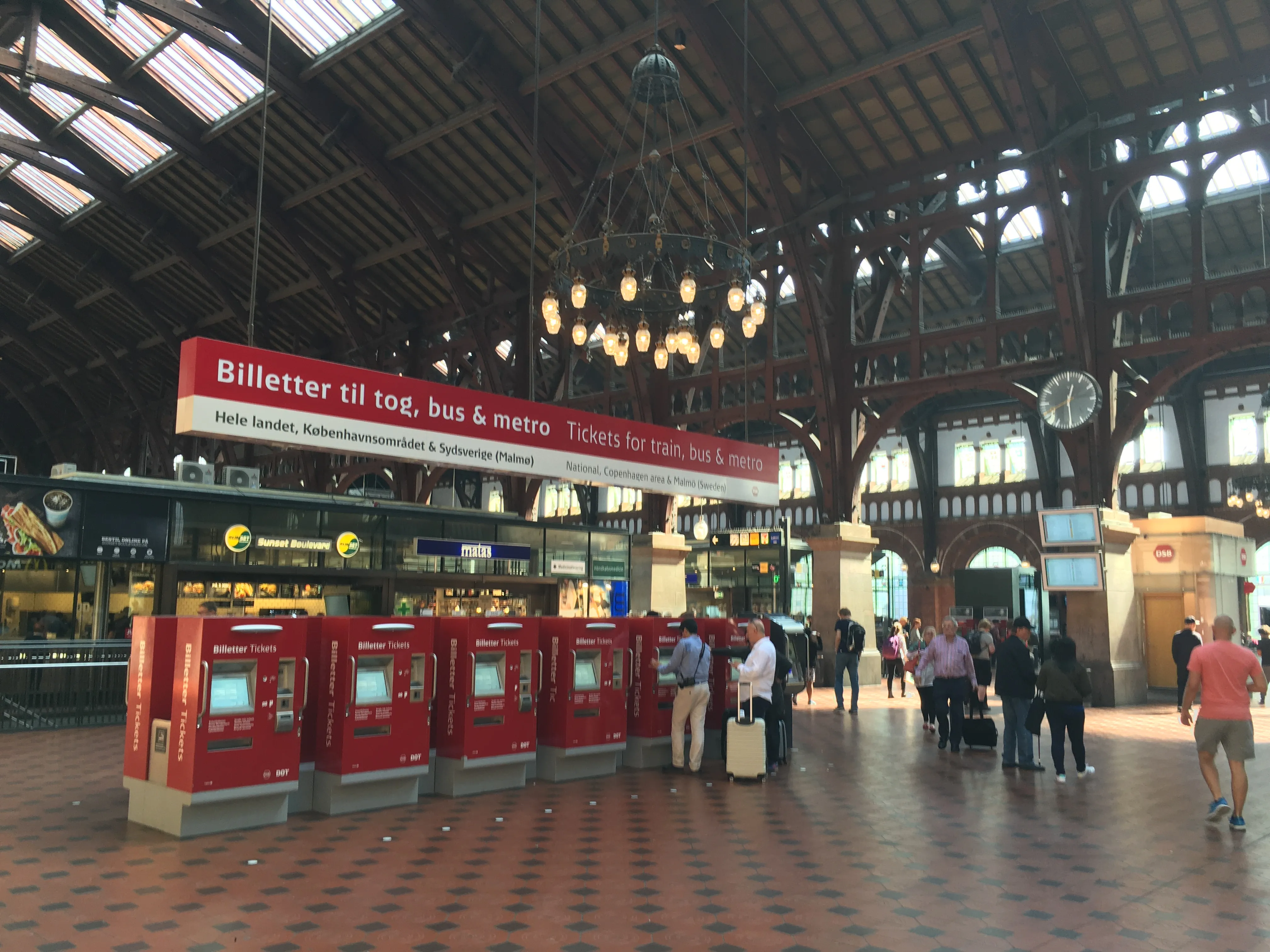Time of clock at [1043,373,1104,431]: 12:29
